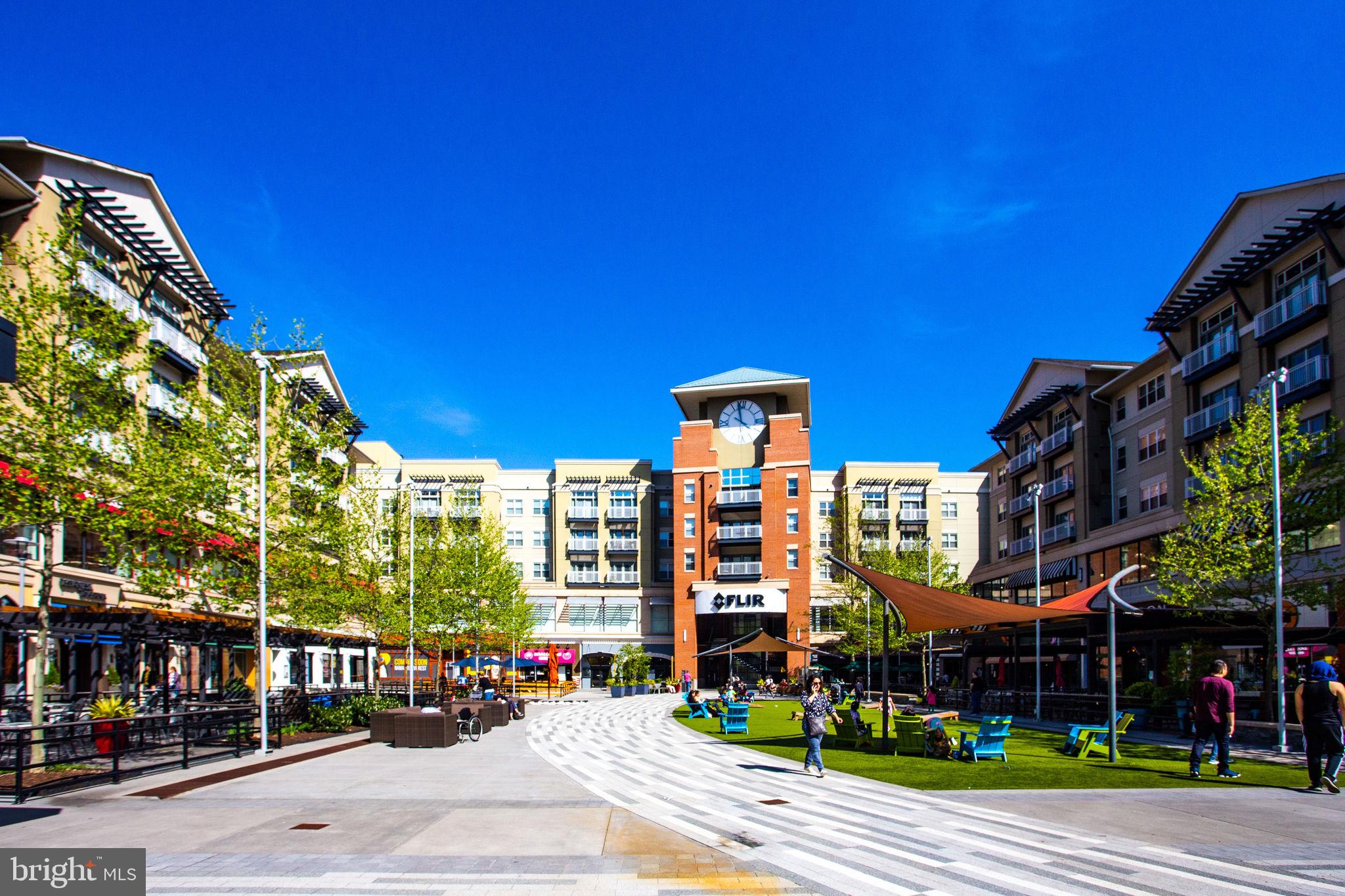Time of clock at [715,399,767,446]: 3:58
